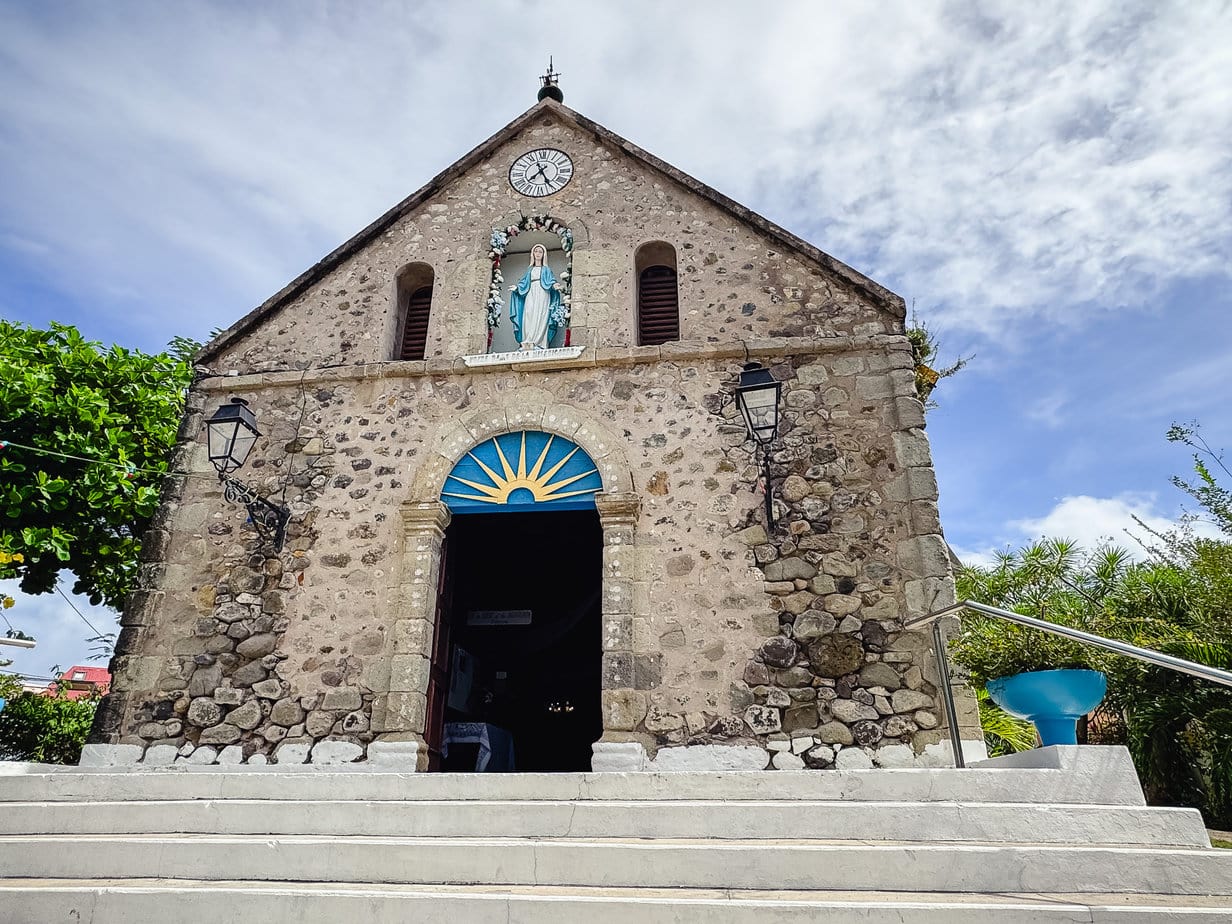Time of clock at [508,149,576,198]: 7:25
